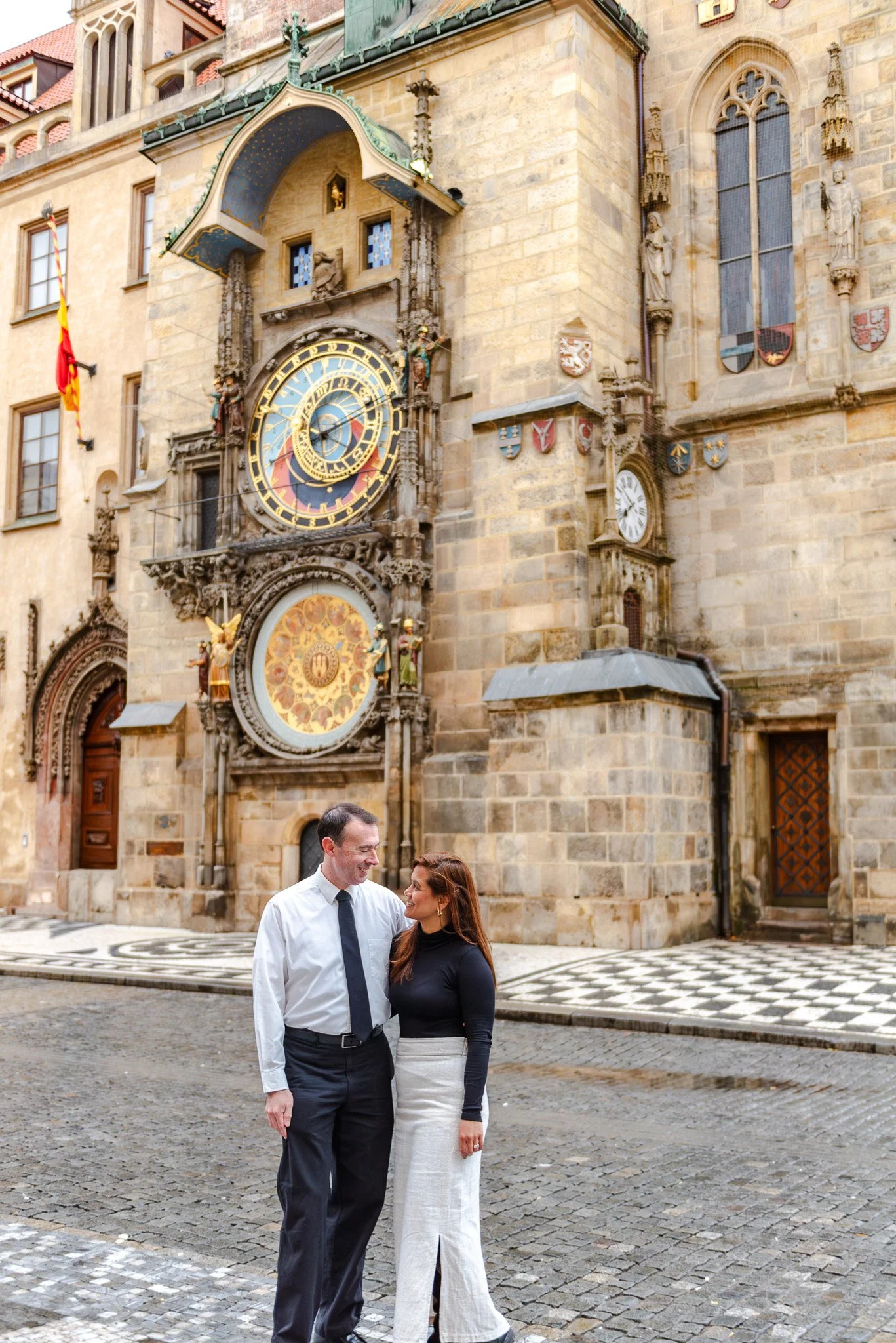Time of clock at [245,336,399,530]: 8:11
